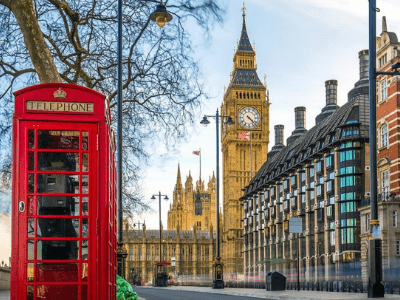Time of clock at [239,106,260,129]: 4:22
